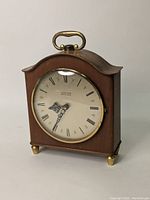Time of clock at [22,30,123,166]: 8:35
